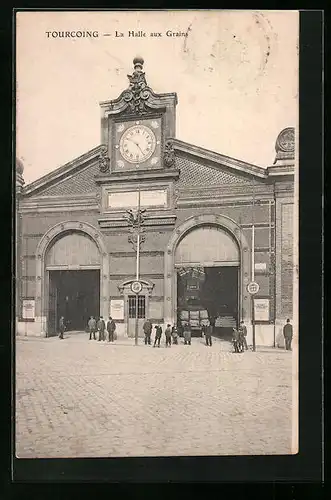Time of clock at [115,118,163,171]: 4:50
